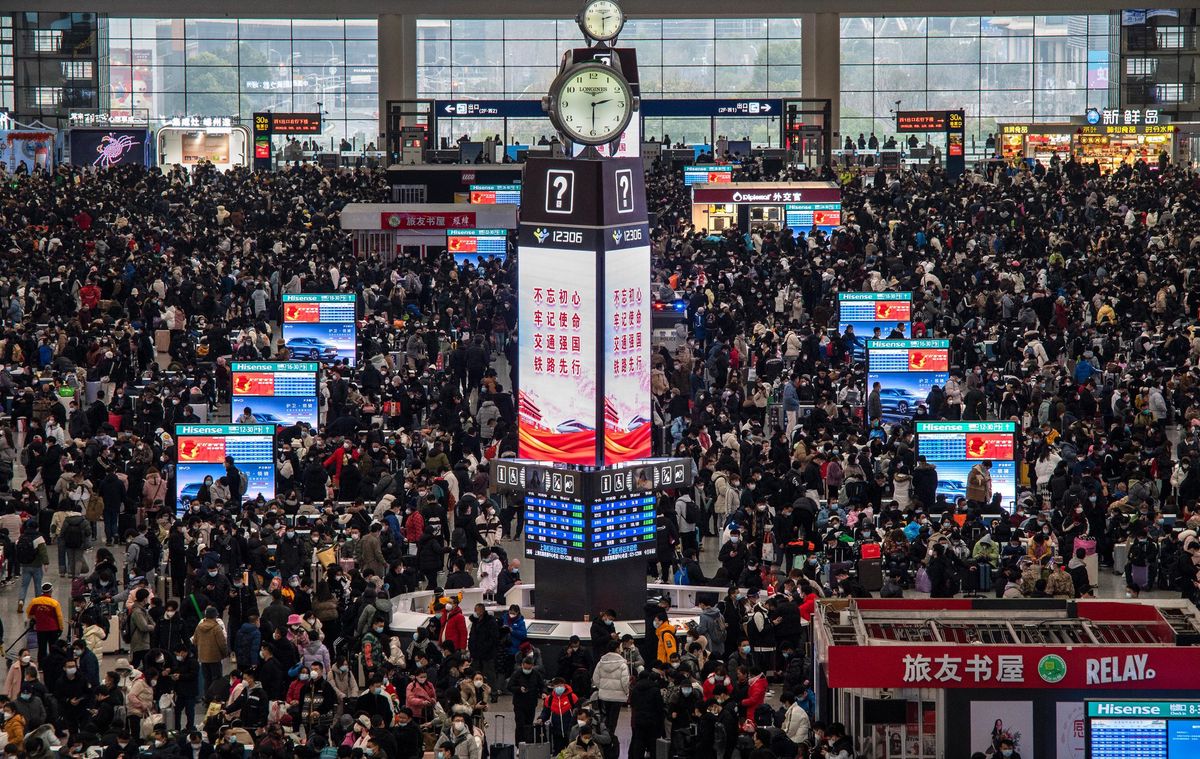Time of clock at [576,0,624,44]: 2:29
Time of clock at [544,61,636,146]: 2:29
